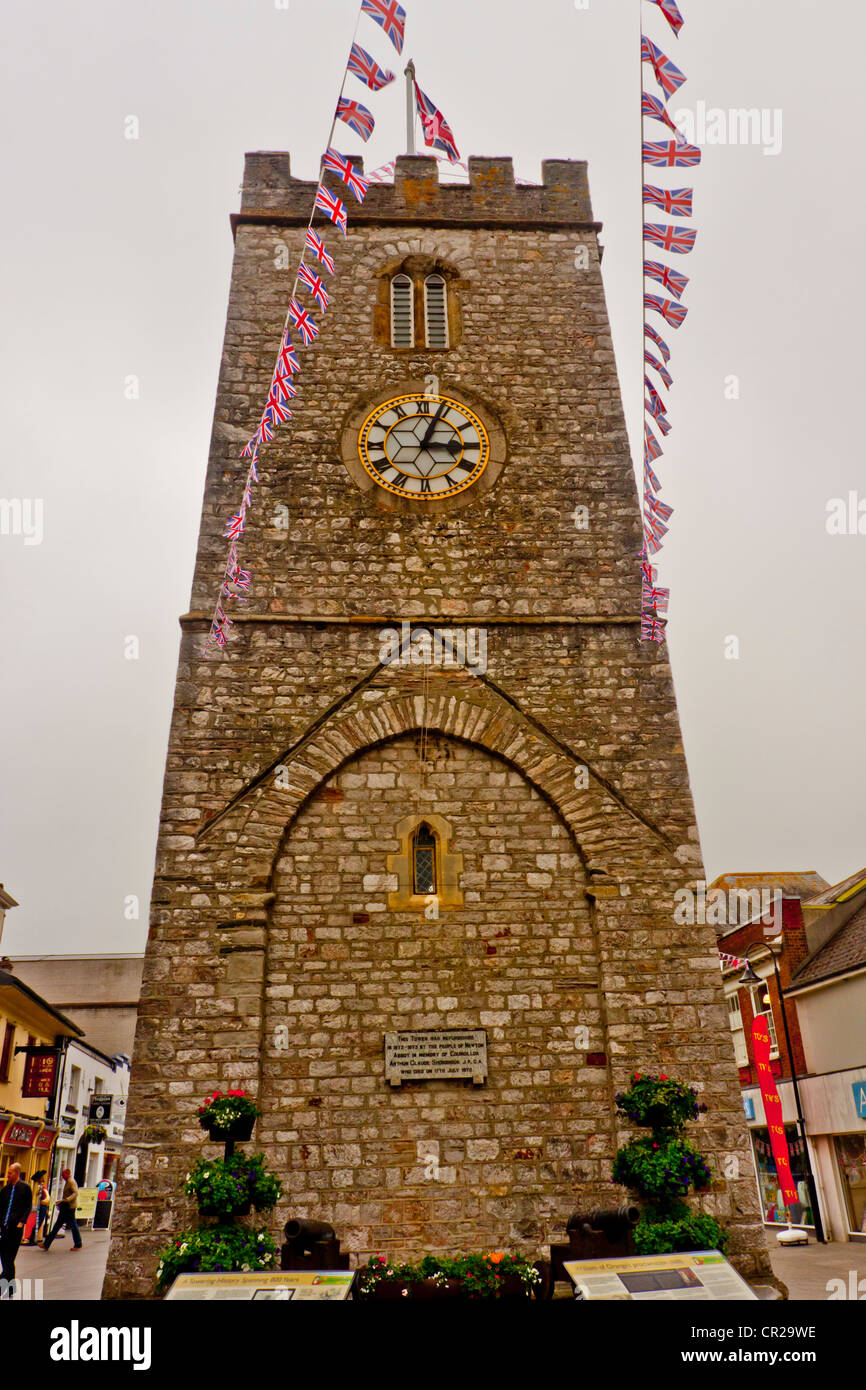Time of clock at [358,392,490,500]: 3:03
